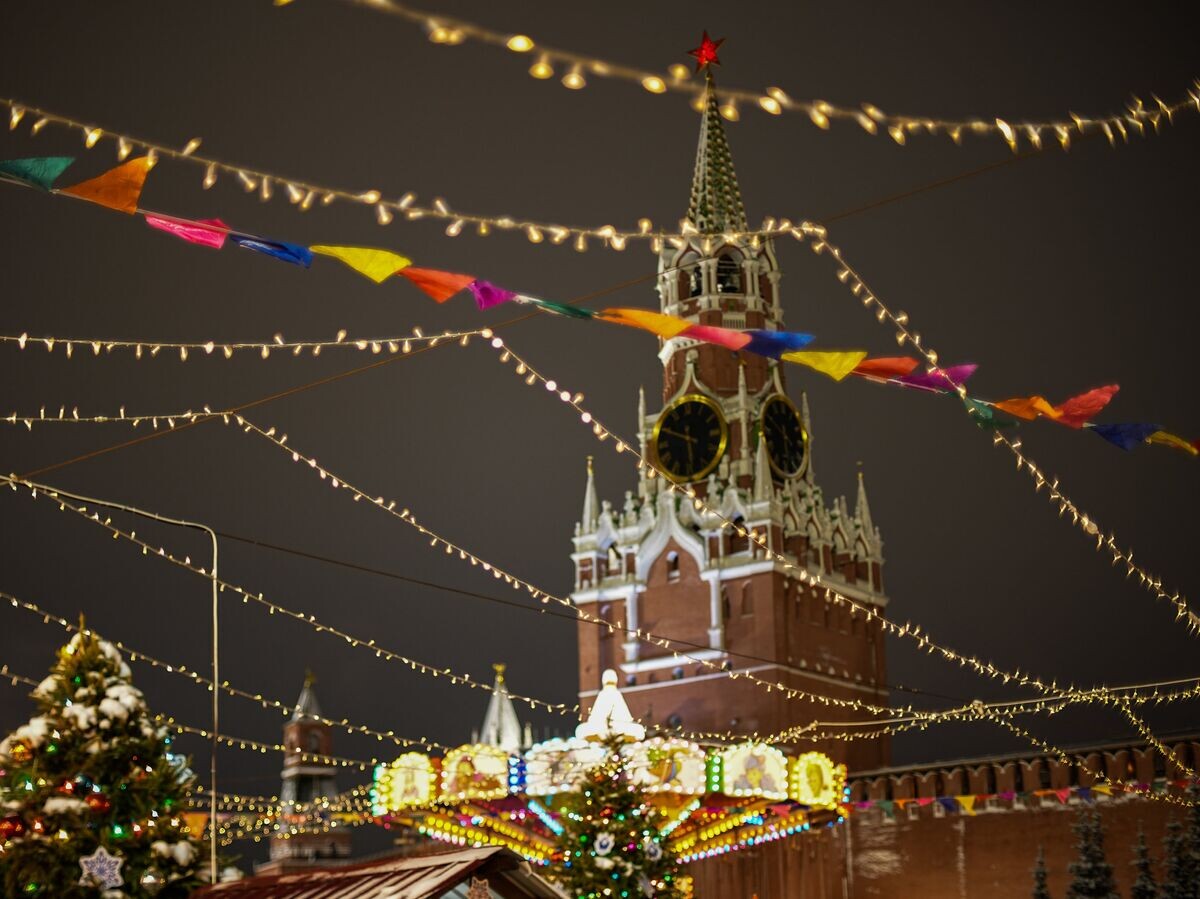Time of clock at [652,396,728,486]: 5:49
